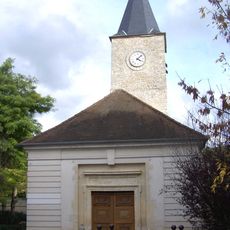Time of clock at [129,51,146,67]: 4:07
